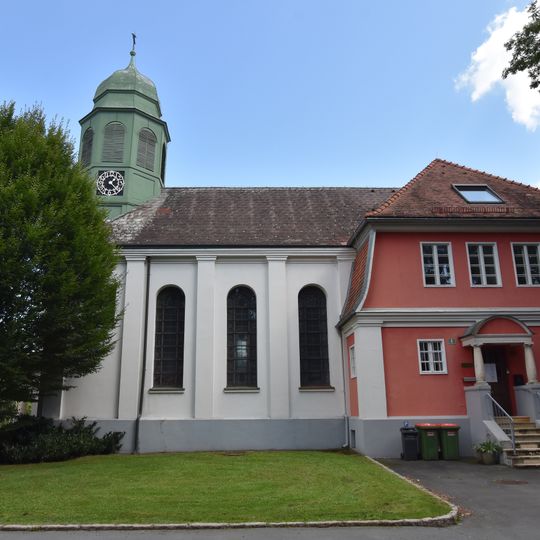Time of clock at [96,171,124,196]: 1:23
